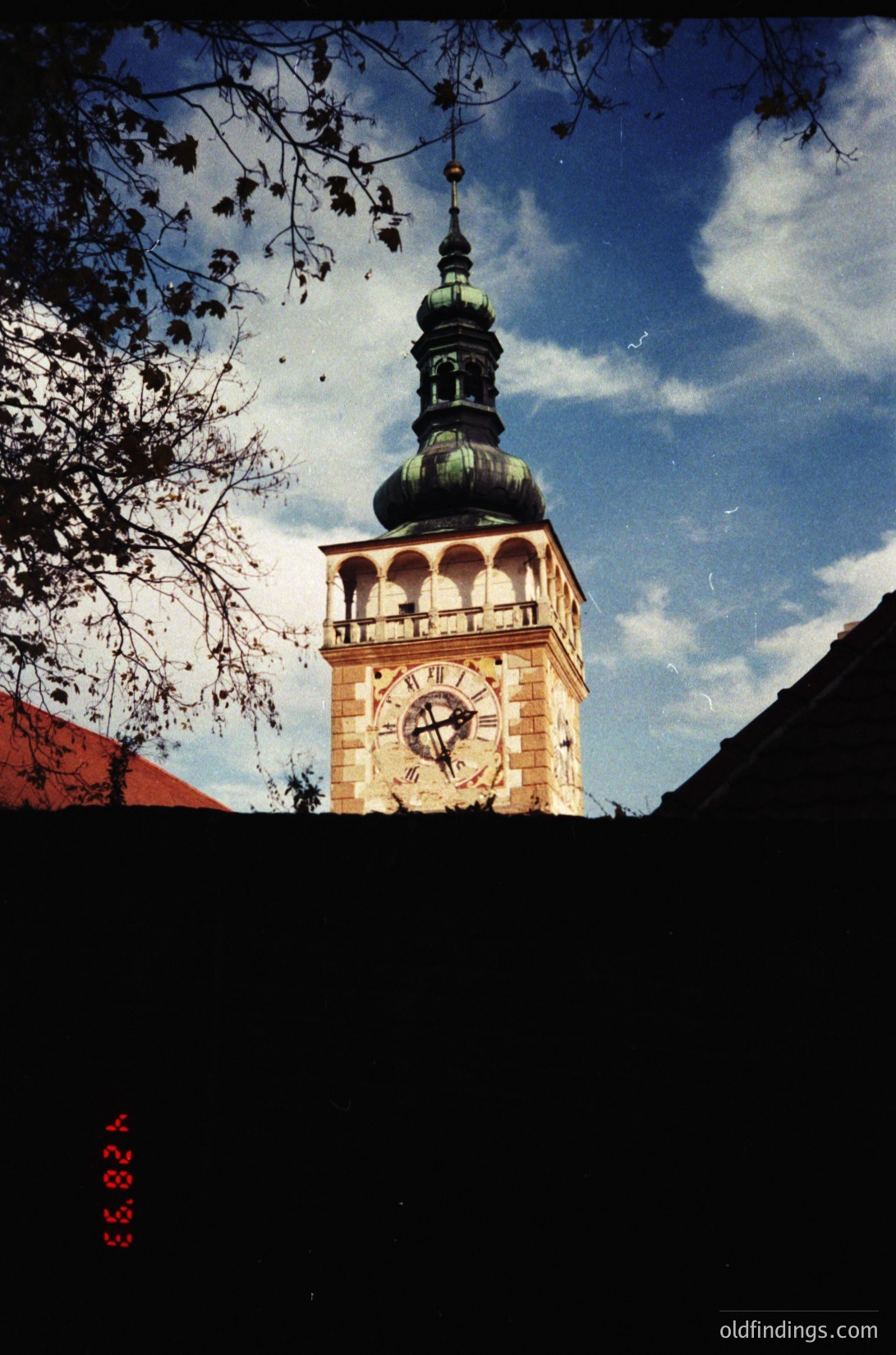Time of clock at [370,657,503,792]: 2:26
